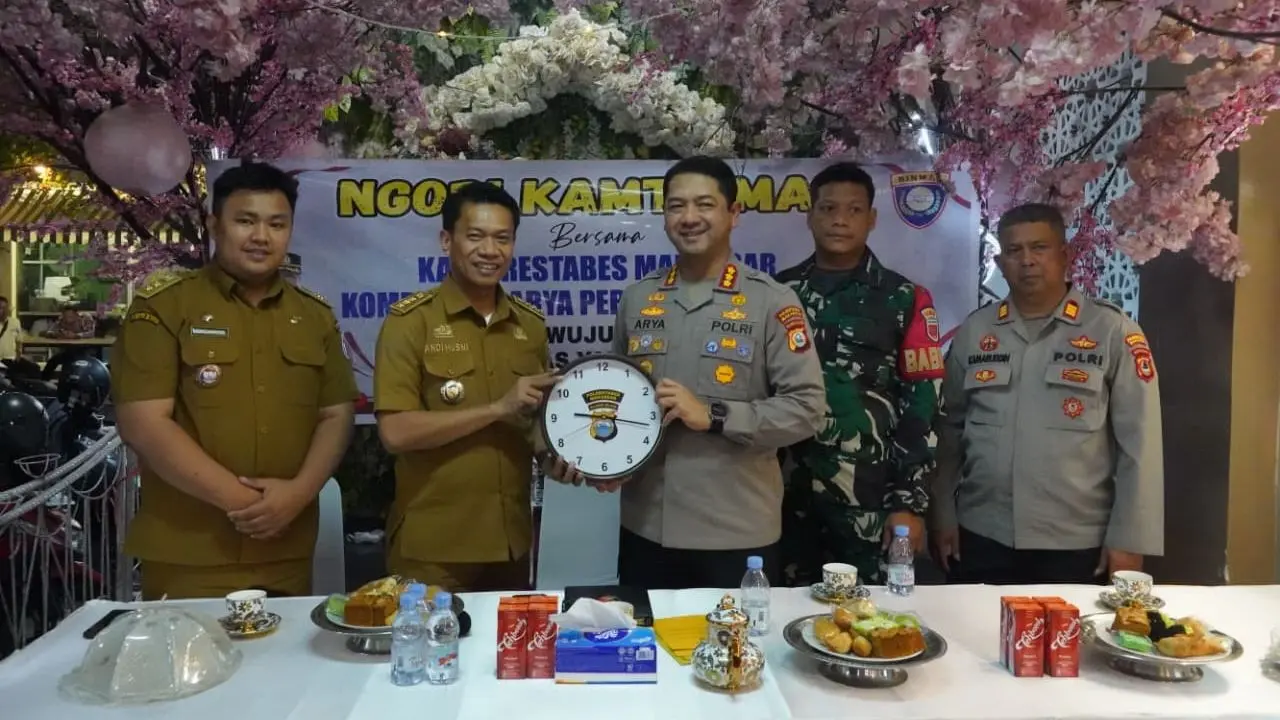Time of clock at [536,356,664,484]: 9:17
